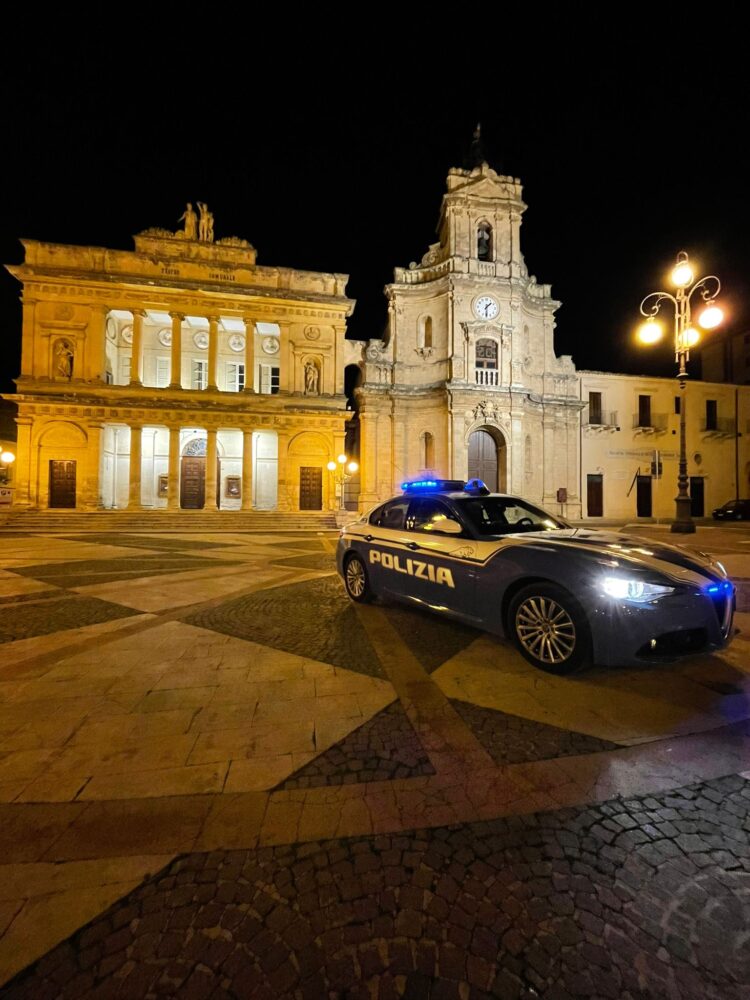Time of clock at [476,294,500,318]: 1:30
